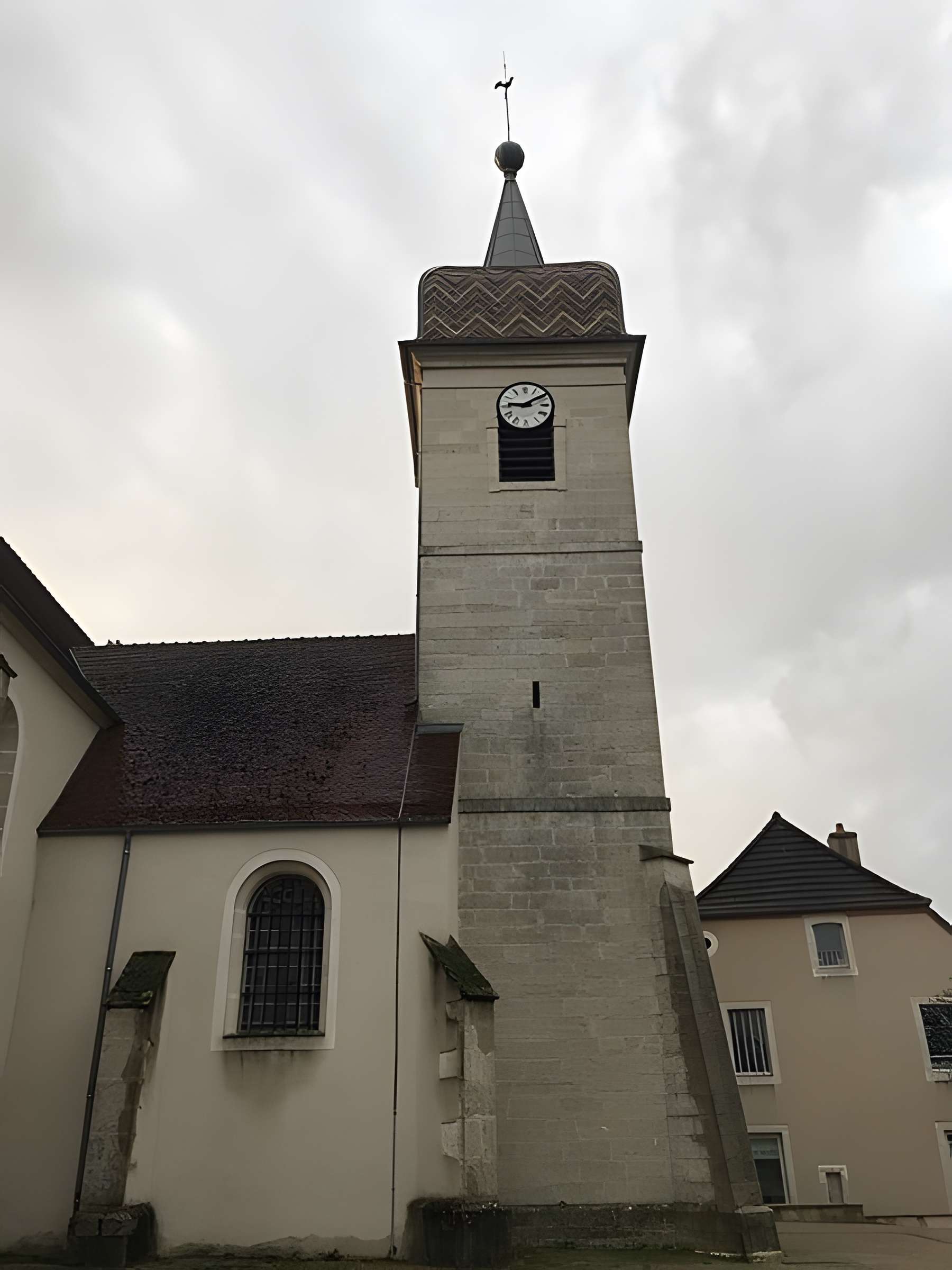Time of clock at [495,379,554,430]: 9:10
